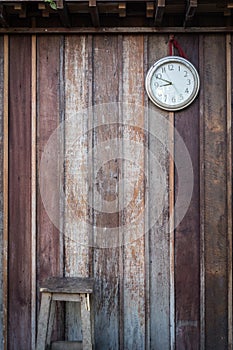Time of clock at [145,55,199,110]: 8:49
